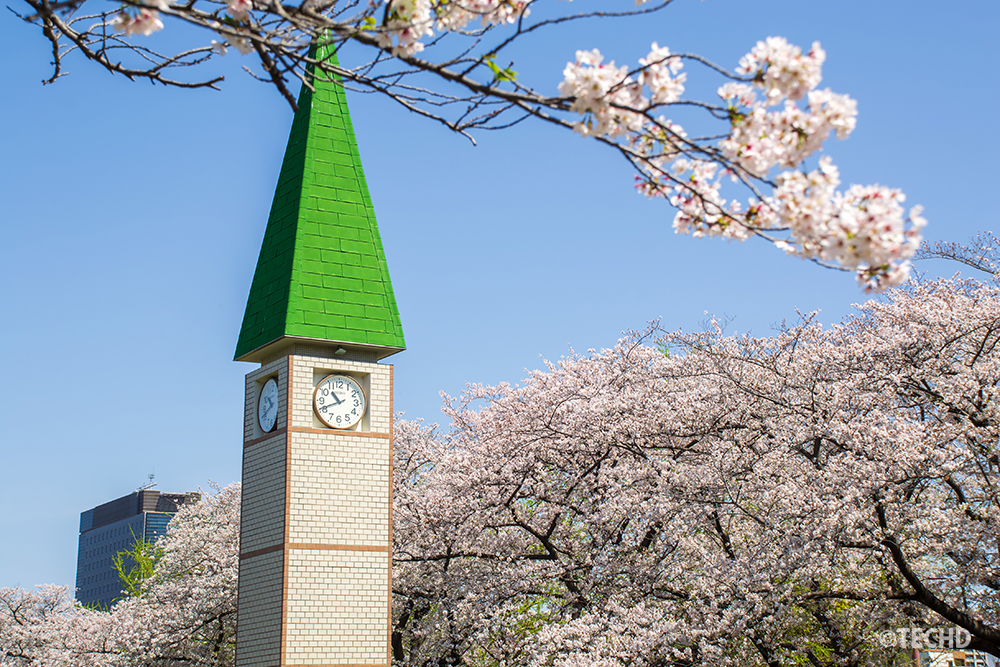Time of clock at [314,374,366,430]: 10:41
